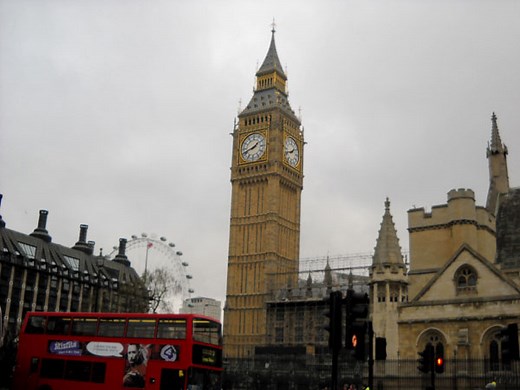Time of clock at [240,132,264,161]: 1:41
